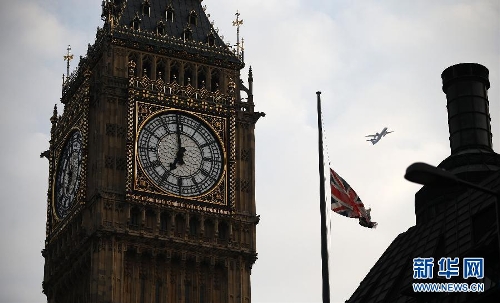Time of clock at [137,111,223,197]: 6:58
